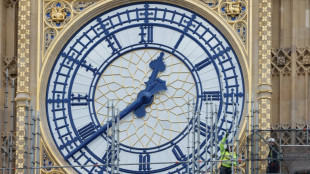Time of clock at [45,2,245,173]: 12:39
